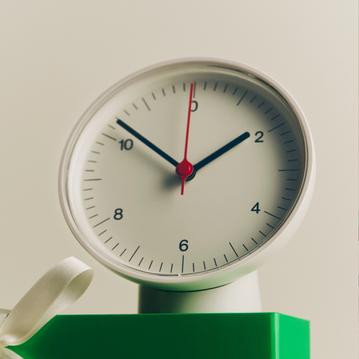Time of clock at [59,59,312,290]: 1:51
